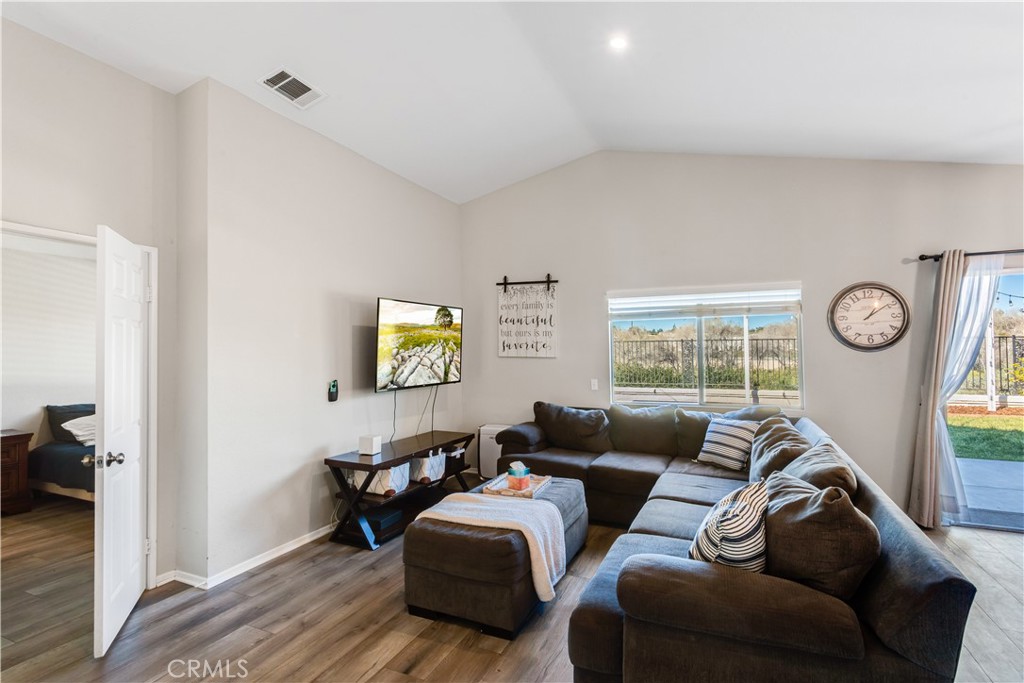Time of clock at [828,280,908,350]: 1:09
